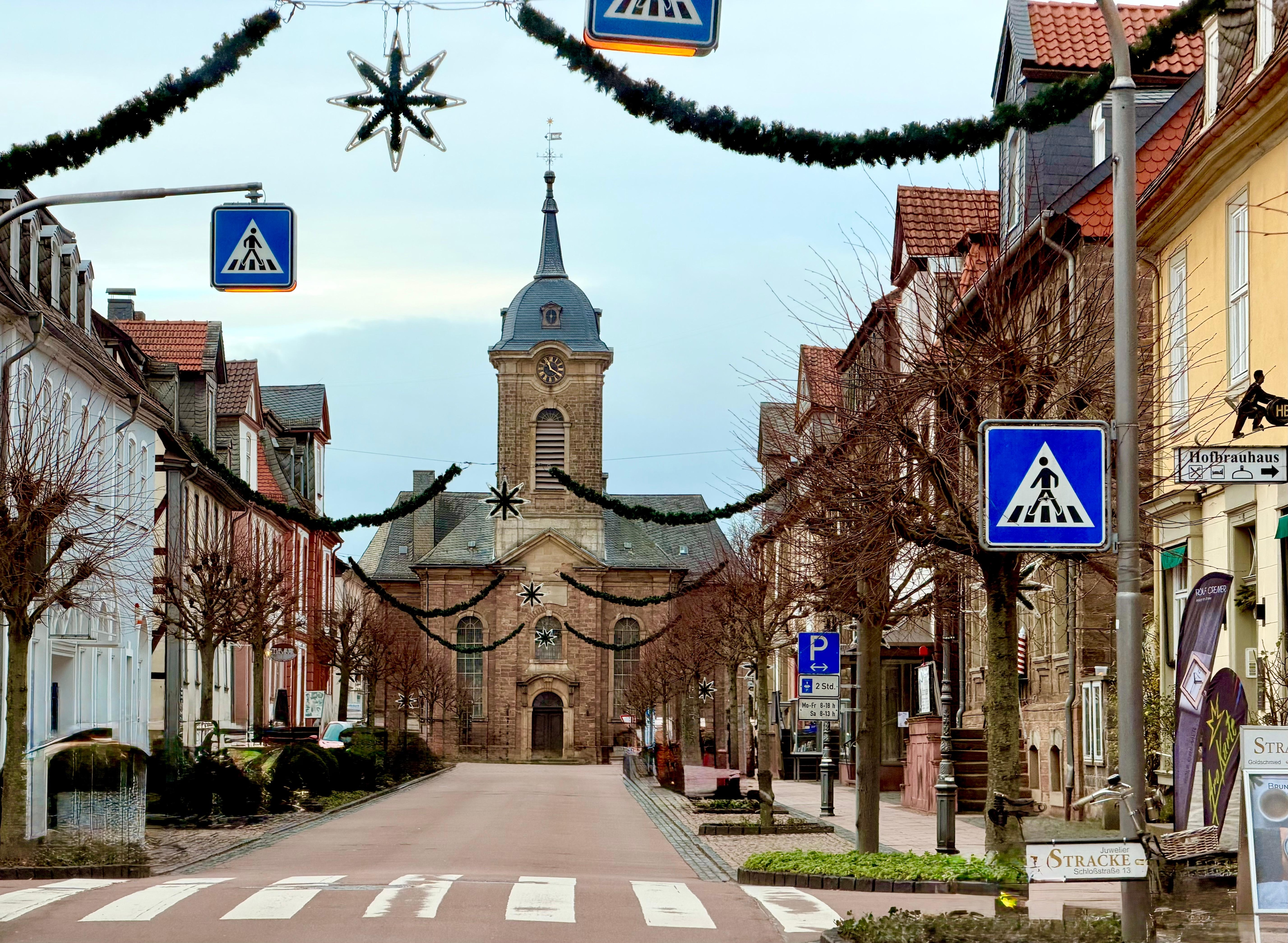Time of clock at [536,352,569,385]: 11:19
